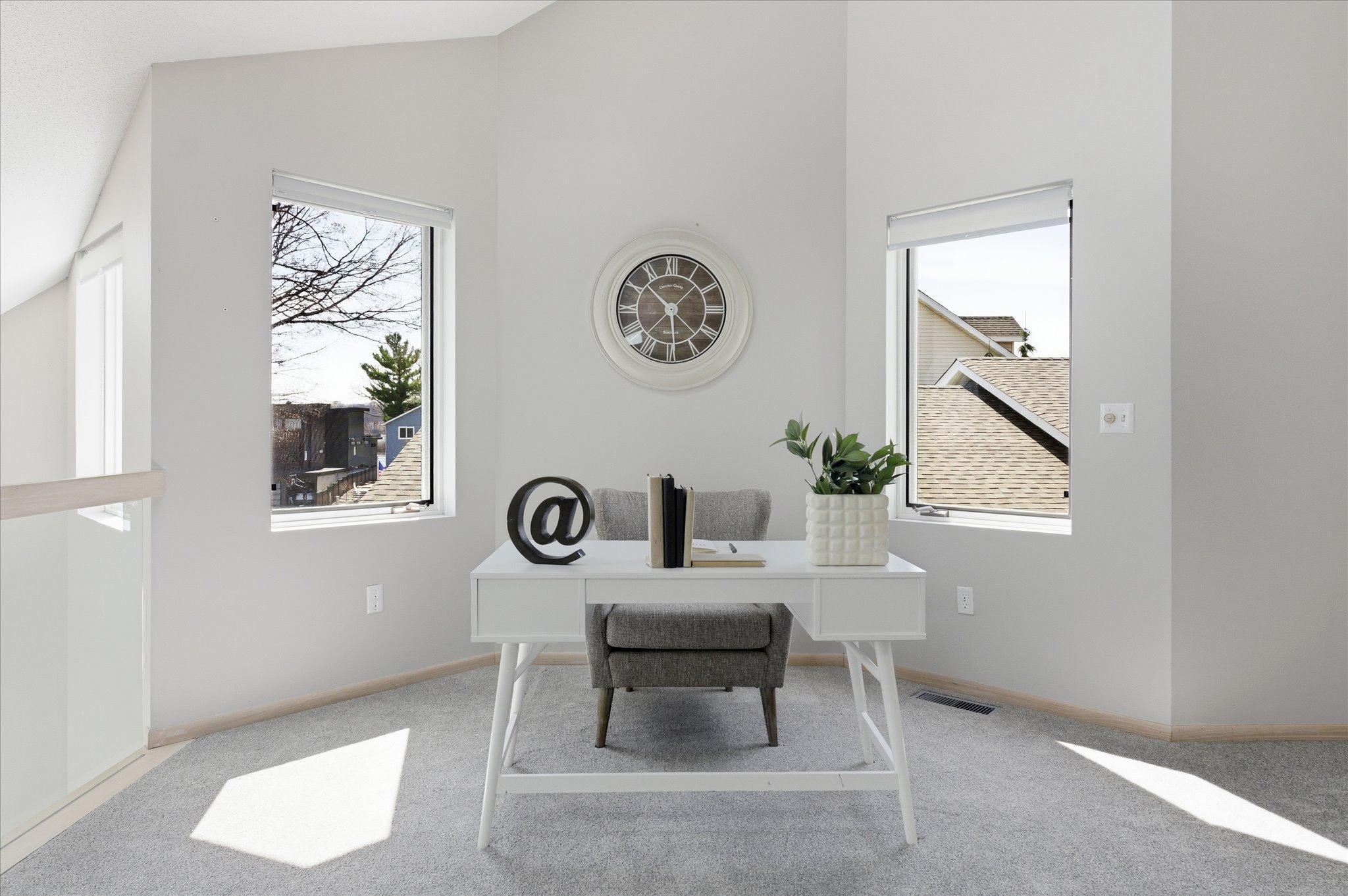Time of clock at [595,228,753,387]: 10:29
